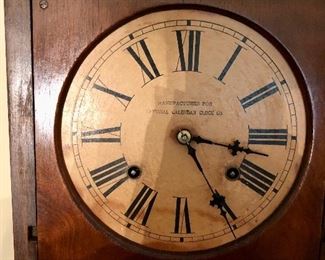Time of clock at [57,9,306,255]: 3:24
